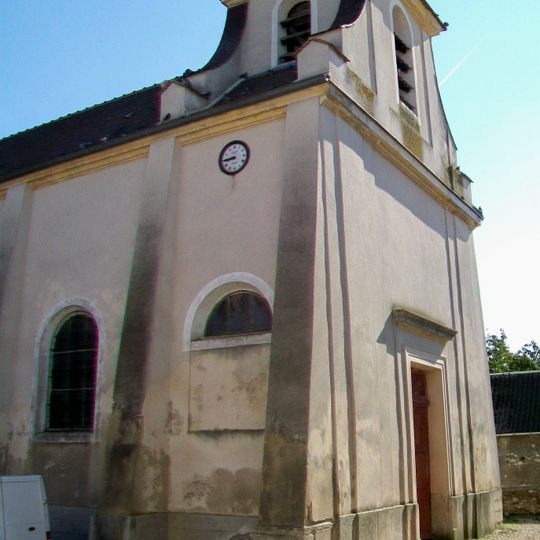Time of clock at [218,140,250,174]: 8:44
